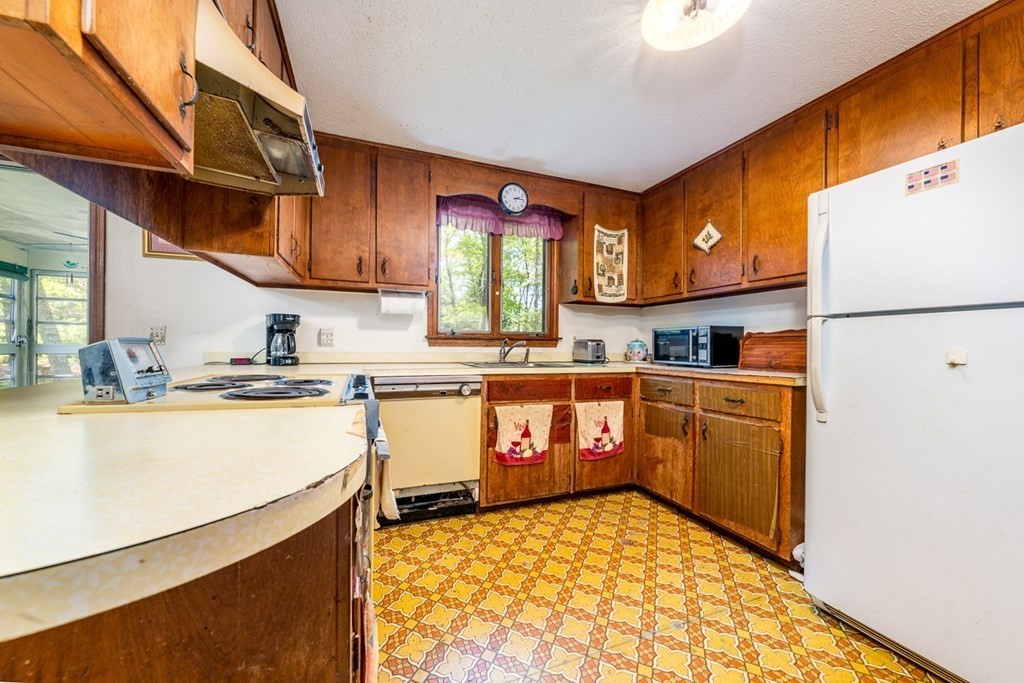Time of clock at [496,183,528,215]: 2:13
